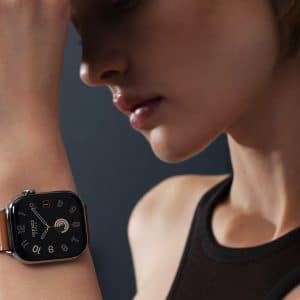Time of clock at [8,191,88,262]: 6:54
